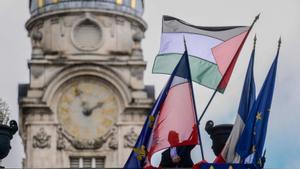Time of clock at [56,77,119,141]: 1:56
